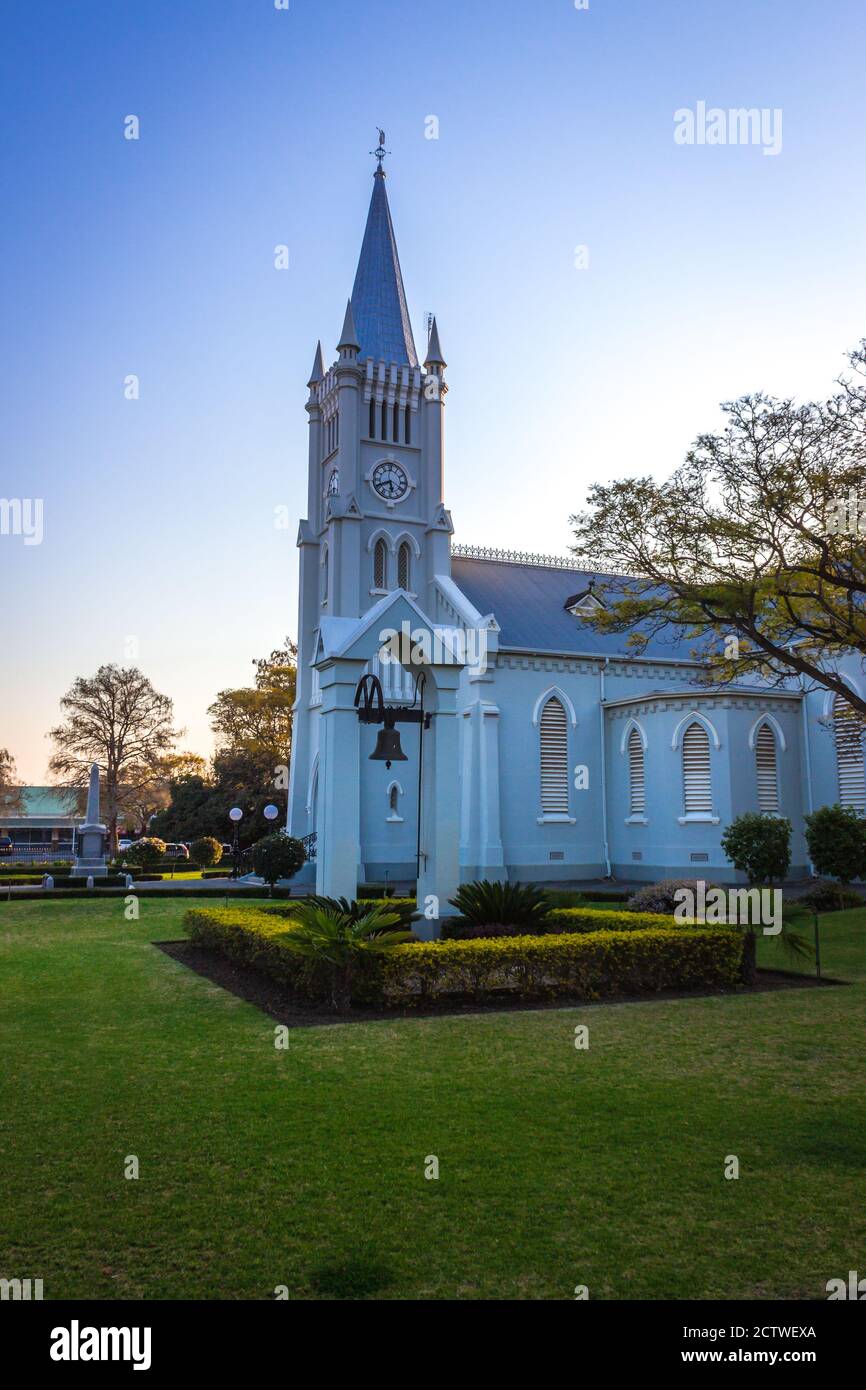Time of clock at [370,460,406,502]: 5:40
